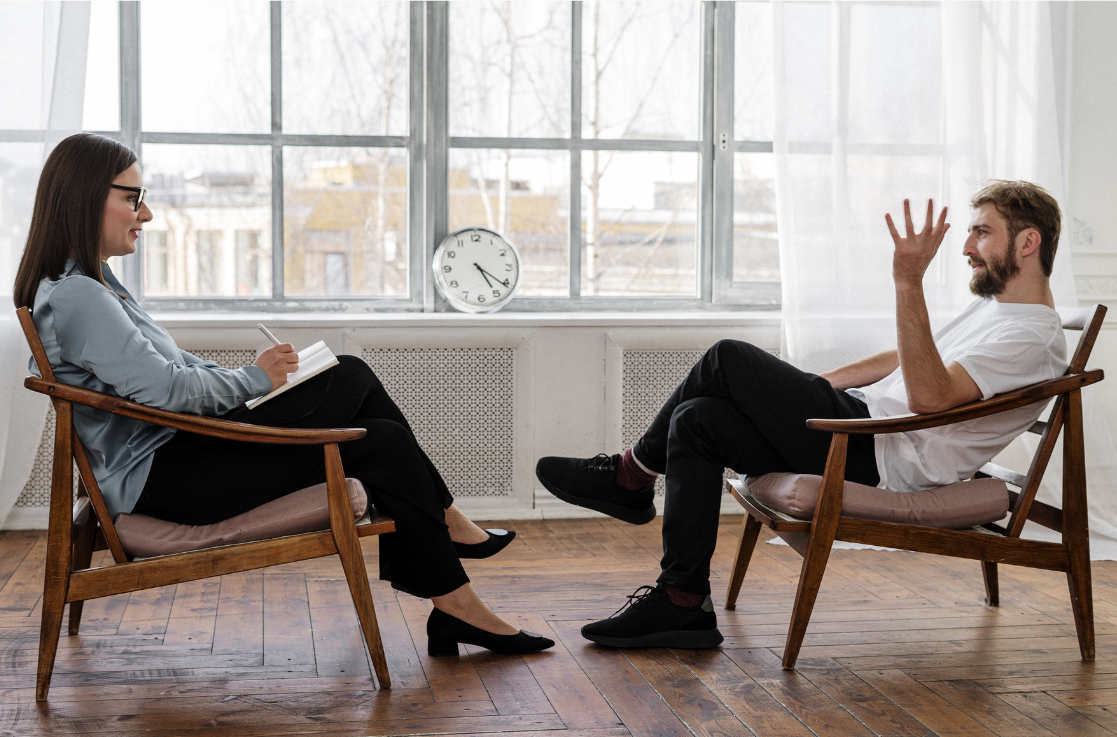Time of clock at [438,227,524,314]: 5:21
